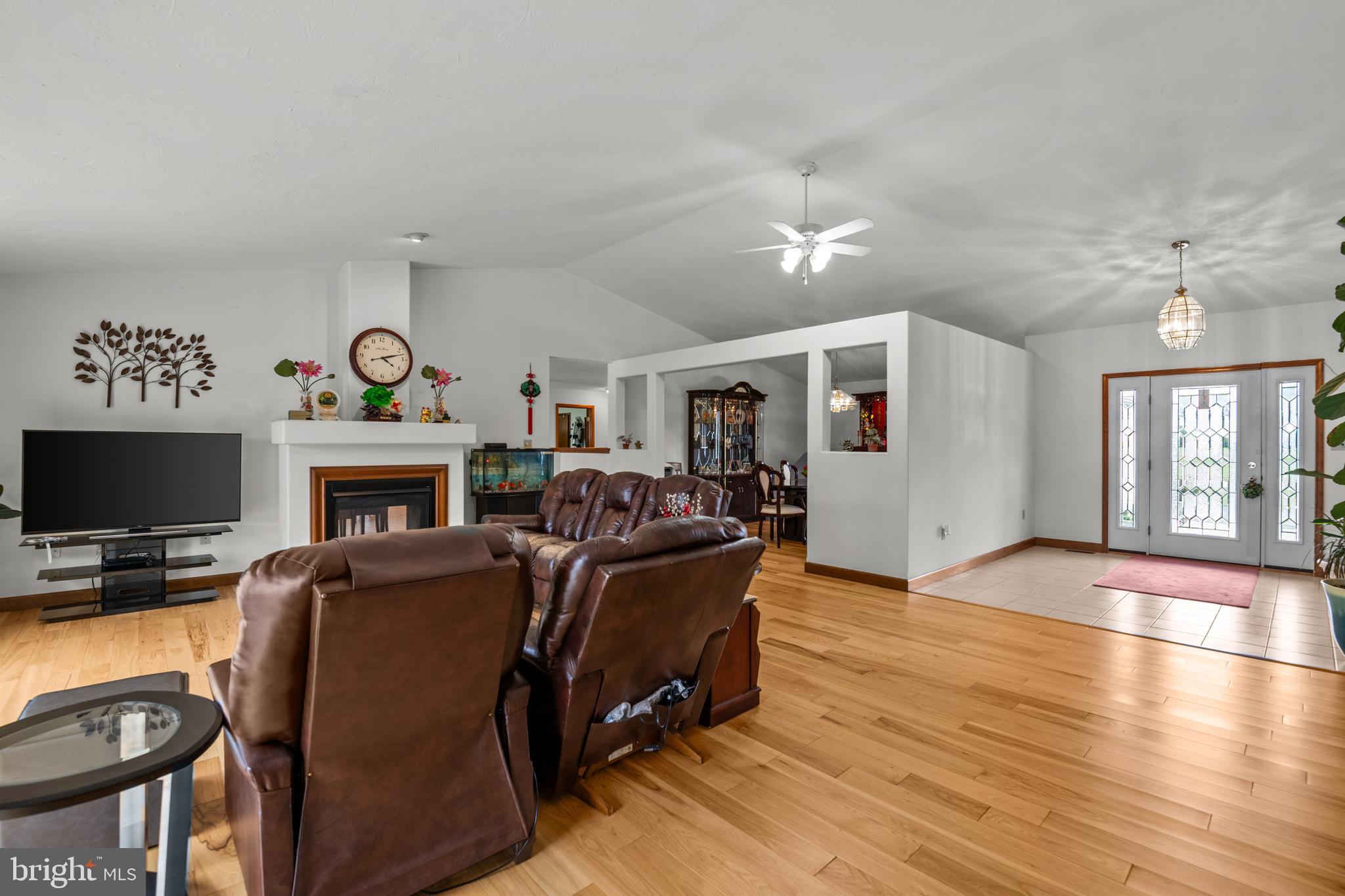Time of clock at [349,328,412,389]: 4:12
